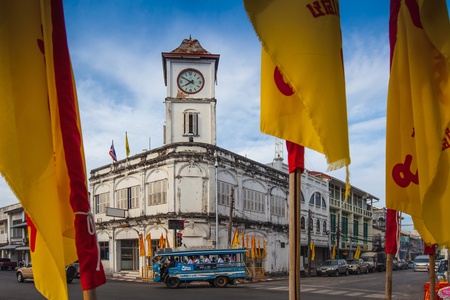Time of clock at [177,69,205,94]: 7:49
